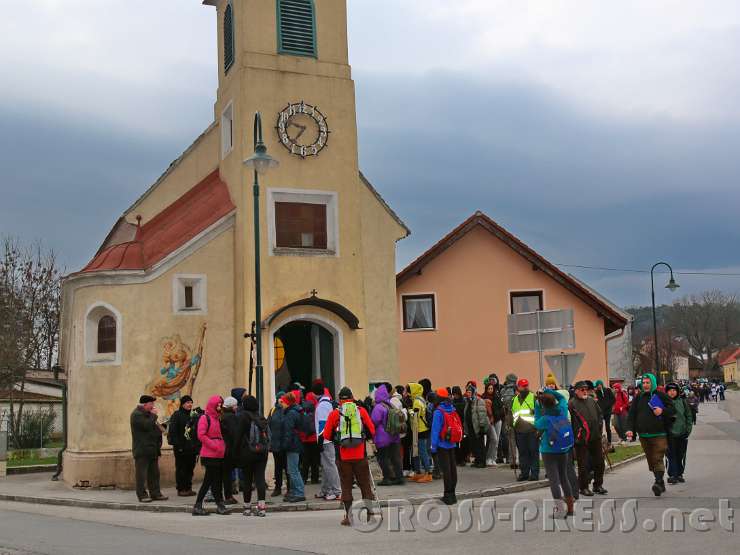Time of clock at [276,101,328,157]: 9:36
